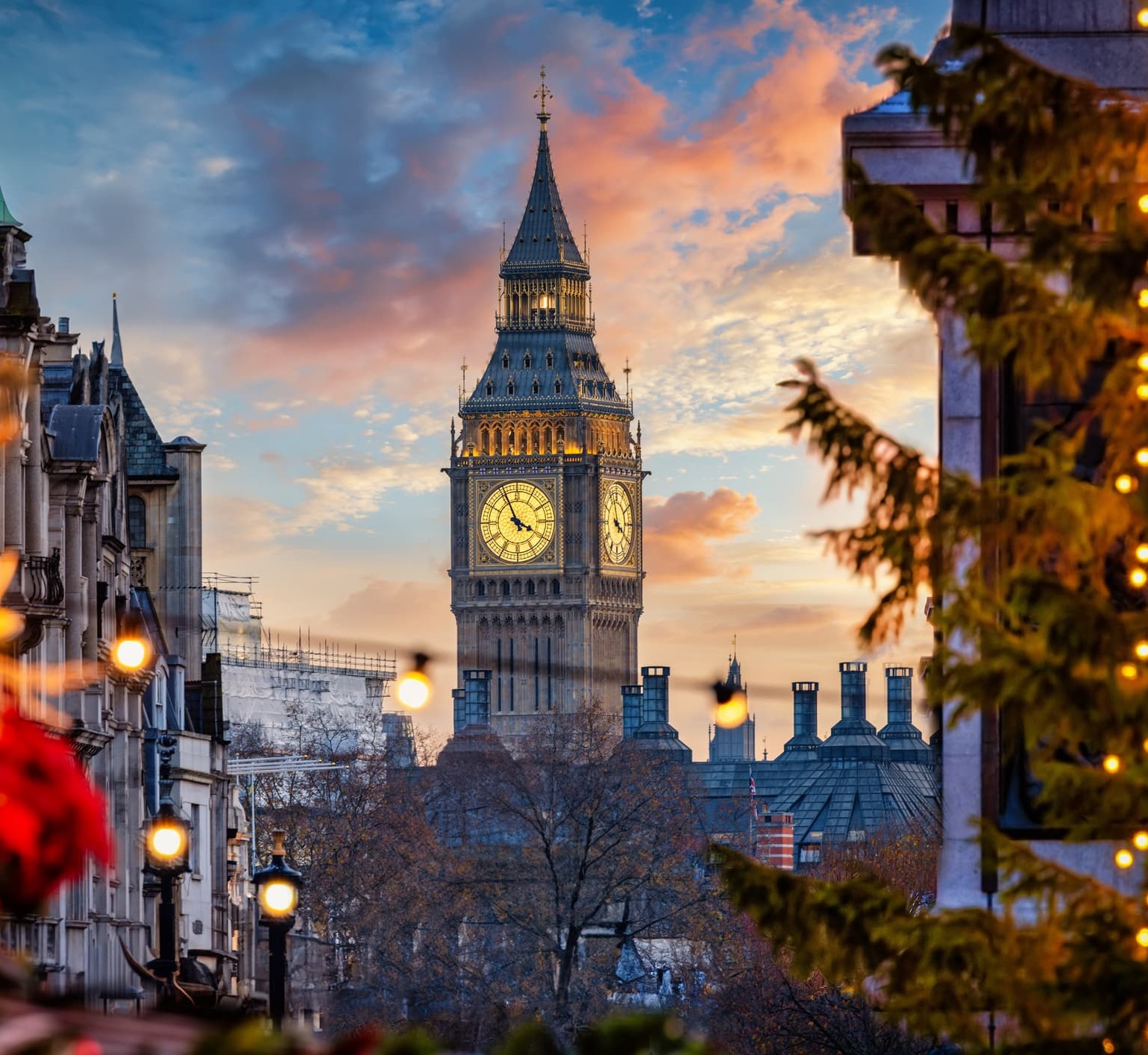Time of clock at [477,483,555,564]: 3:55
